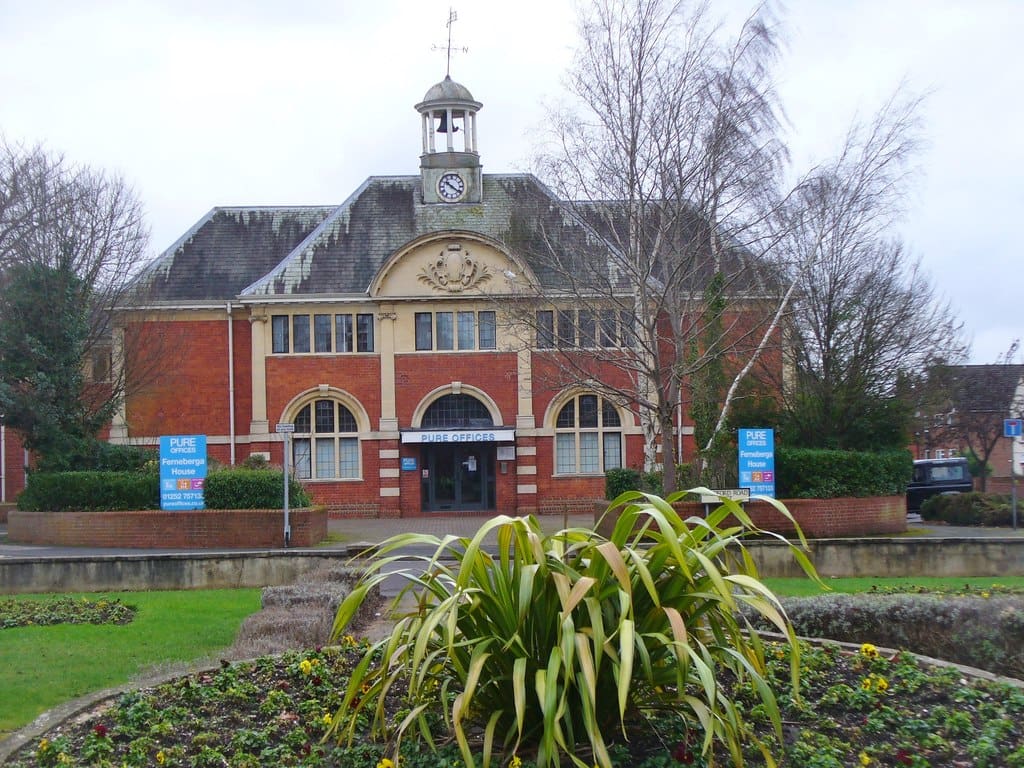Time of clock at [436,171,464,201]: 10:21
